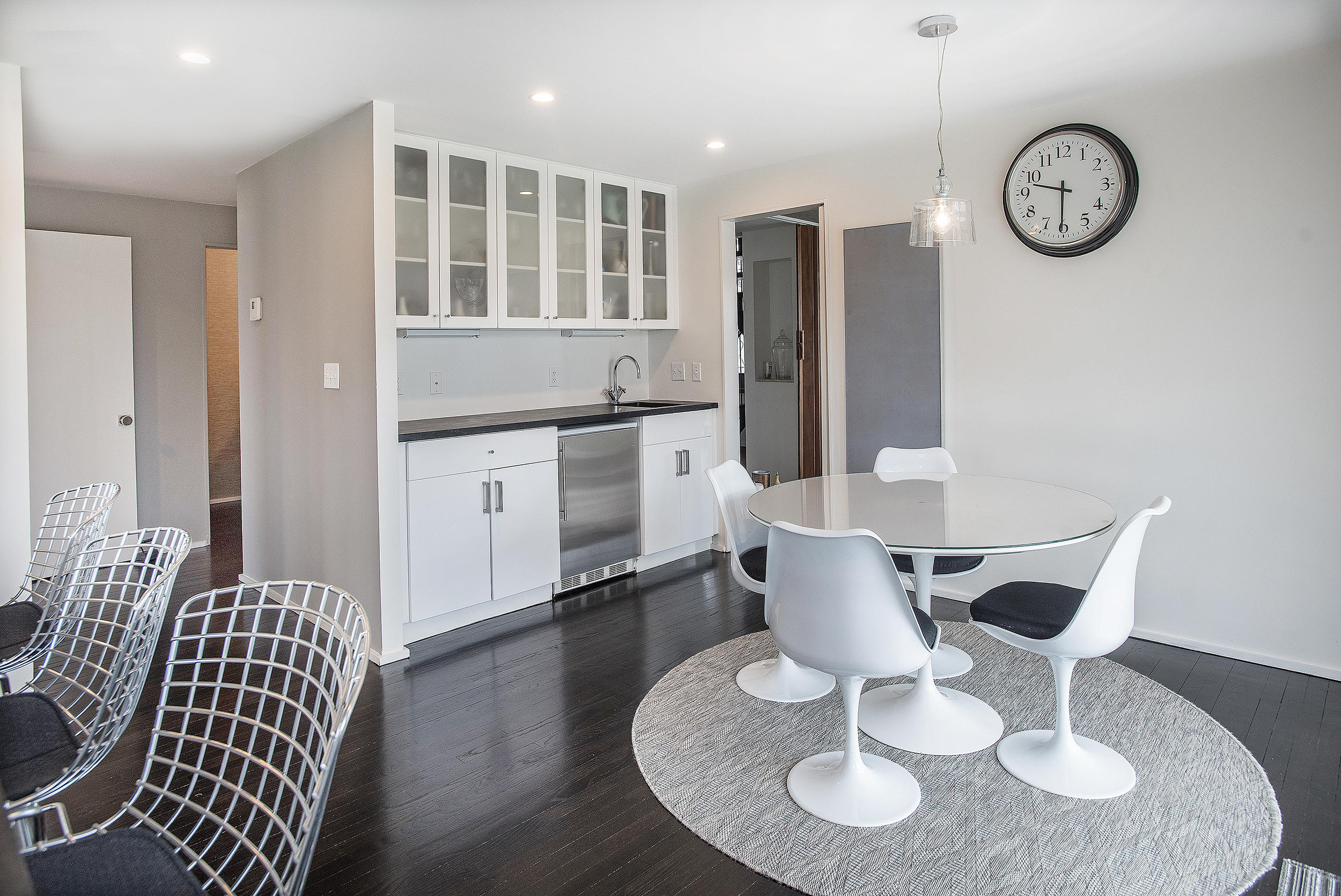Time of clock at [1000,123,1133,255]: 9:30
